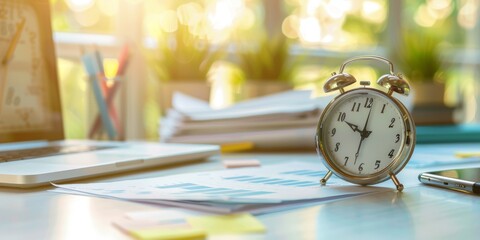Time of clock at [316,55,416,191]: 10:01
